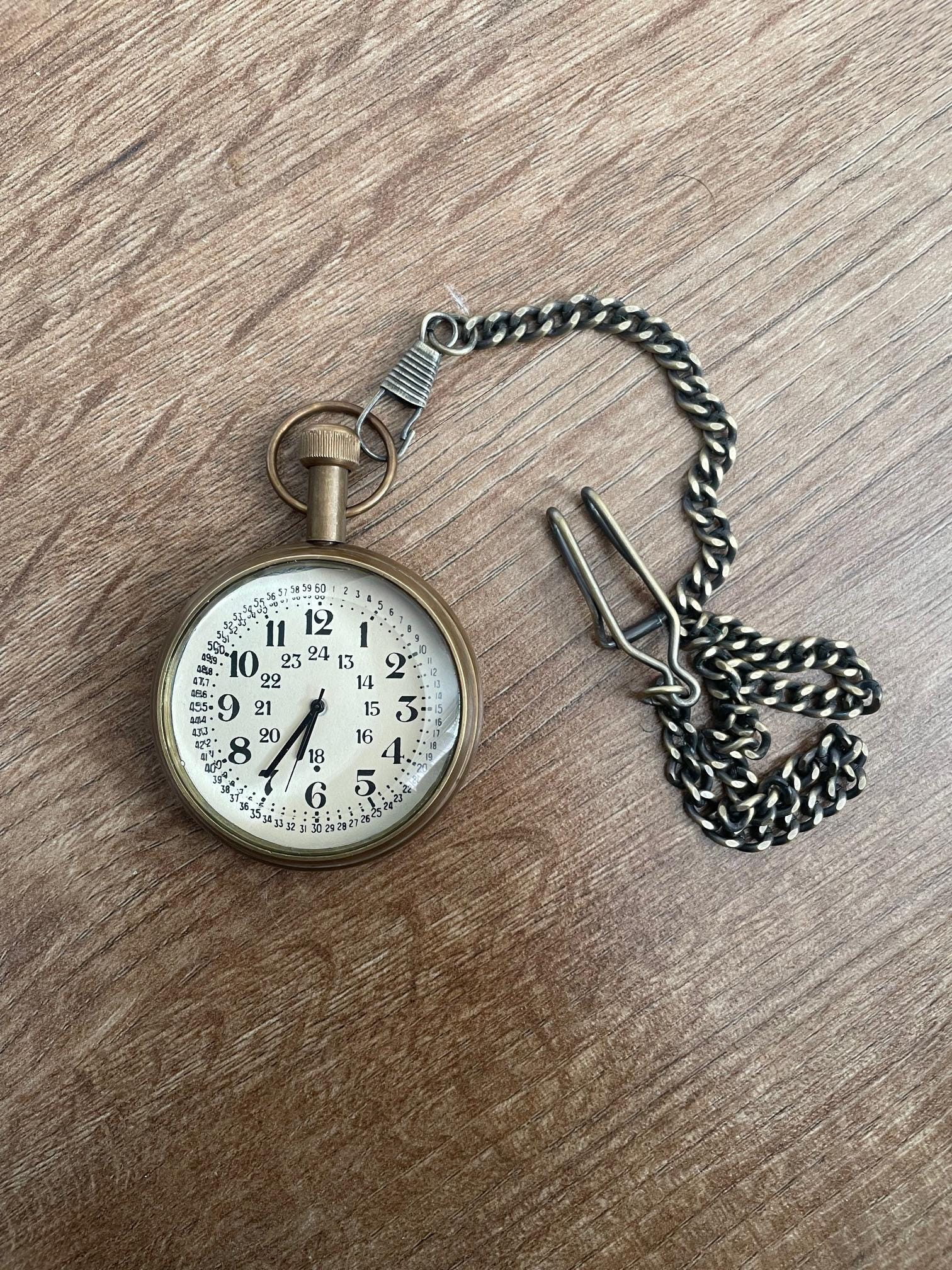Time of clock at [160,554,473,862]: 6:36
